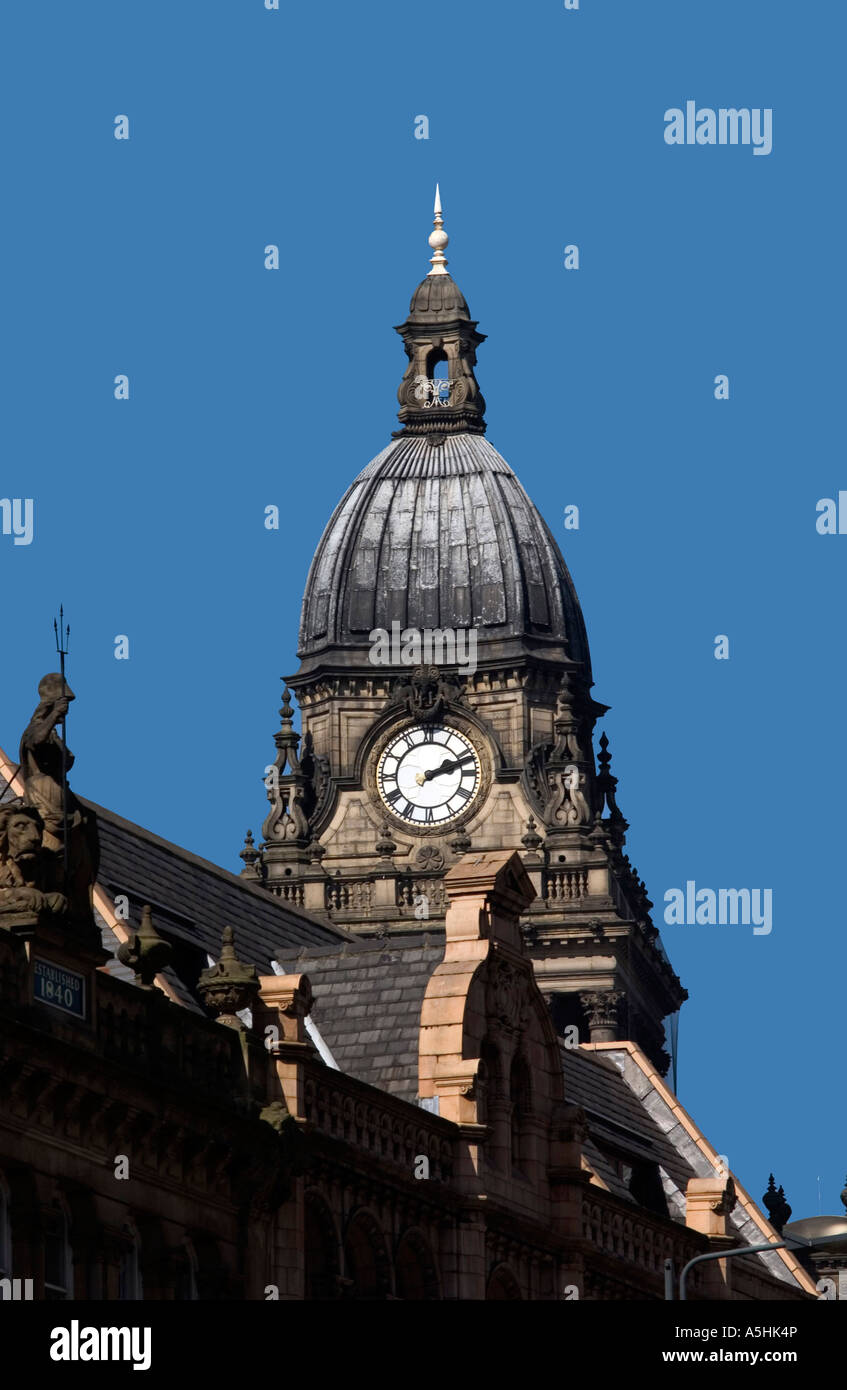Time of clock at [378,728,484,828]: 2:11
